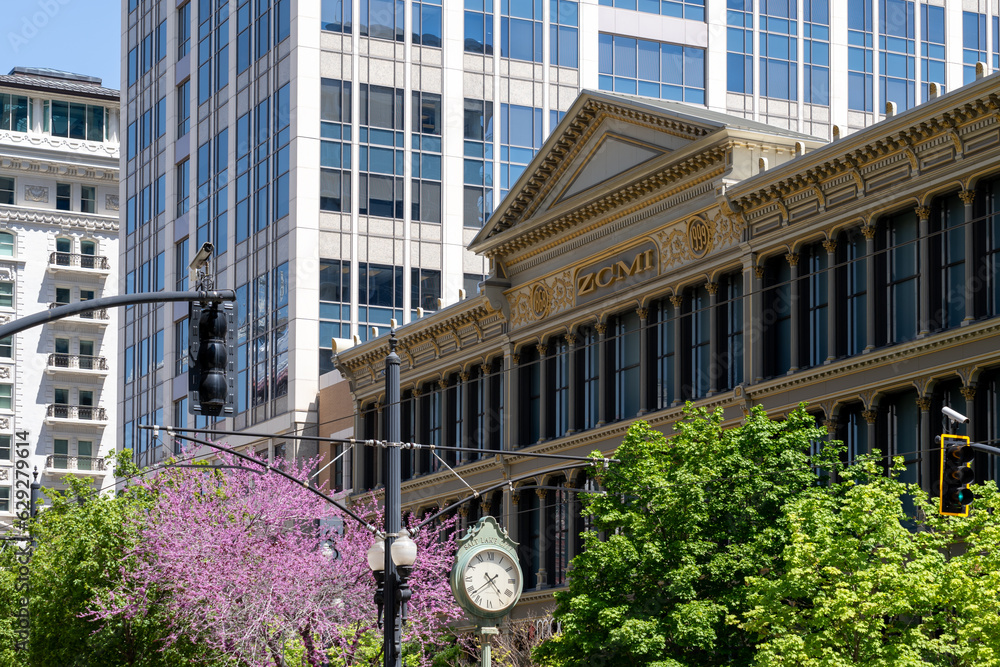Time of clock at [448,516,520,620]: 4:38
